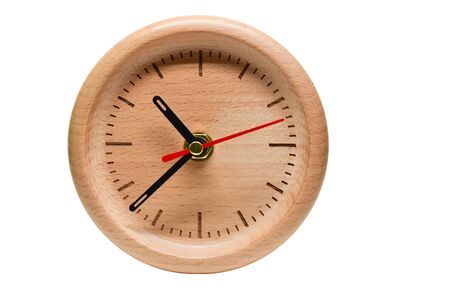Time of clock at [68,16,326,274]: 10:37
